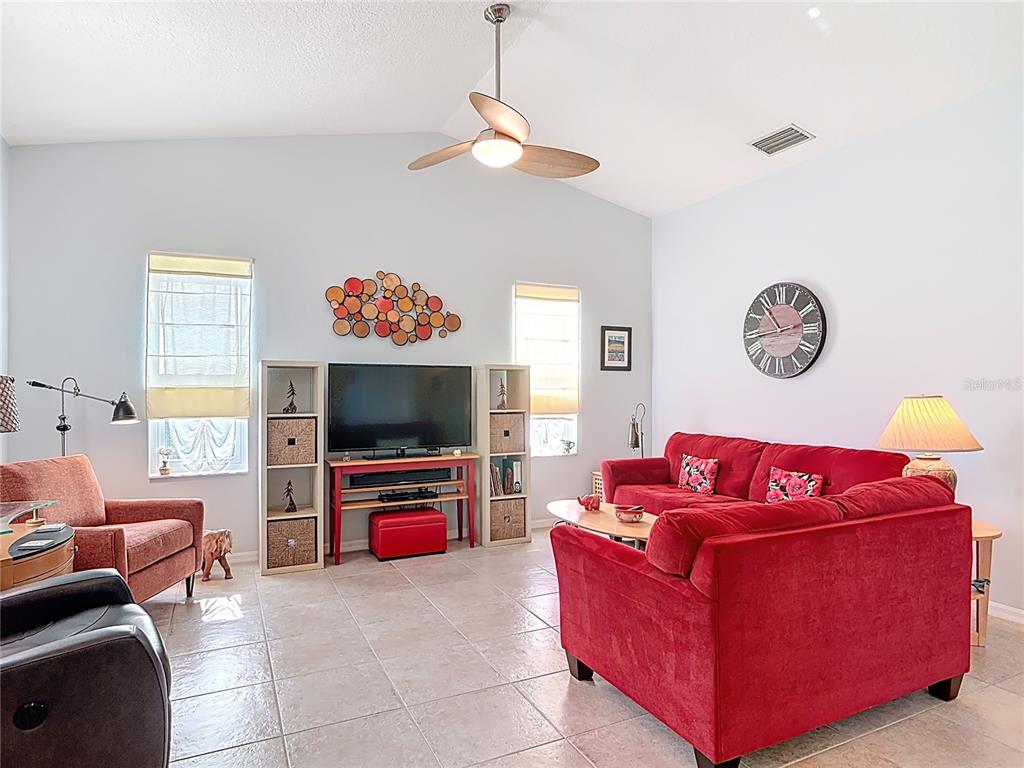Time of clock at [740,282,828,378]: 10:43
